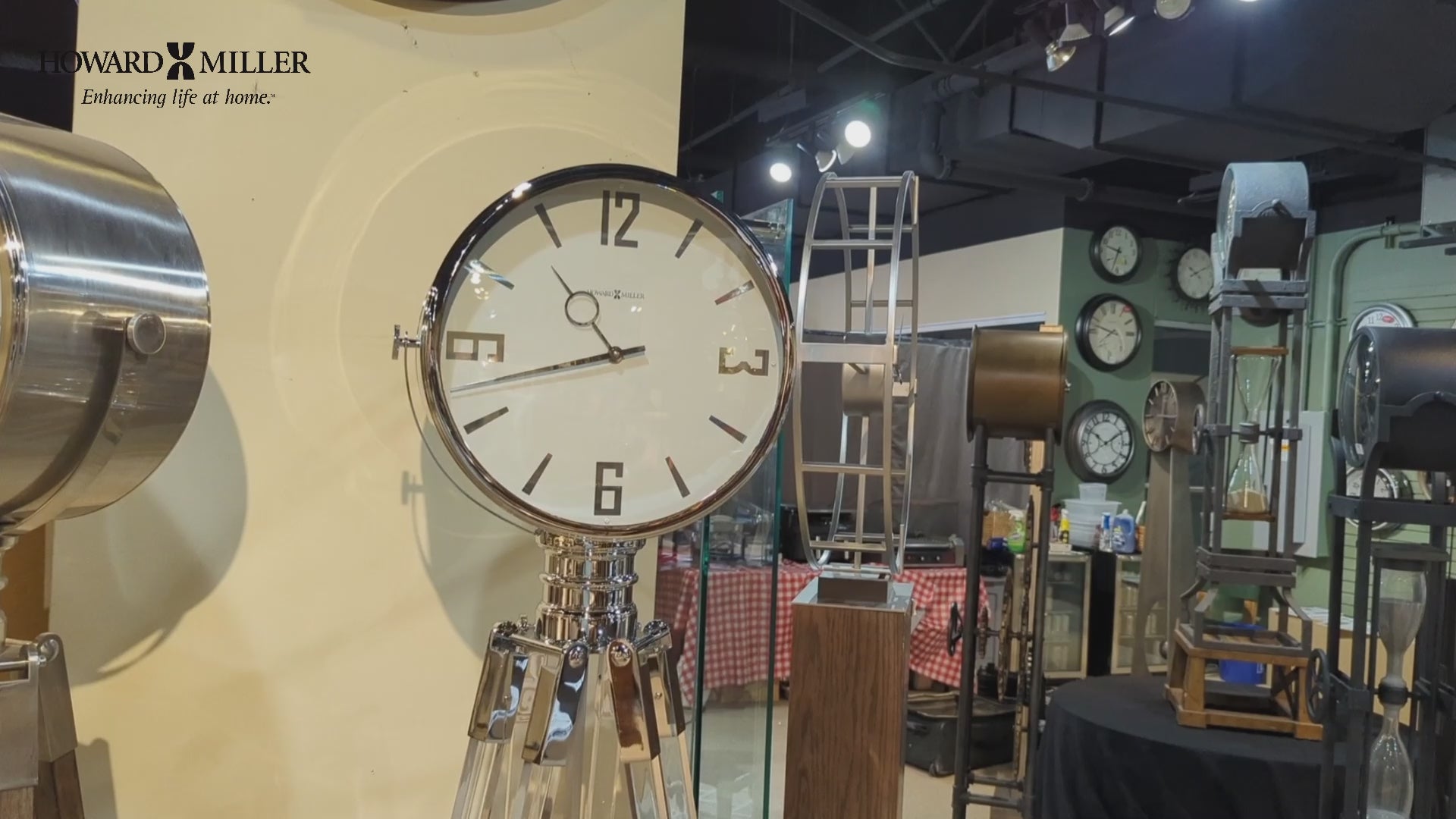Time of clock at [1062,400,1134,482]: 10:10
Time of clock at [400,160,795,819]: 10:42
